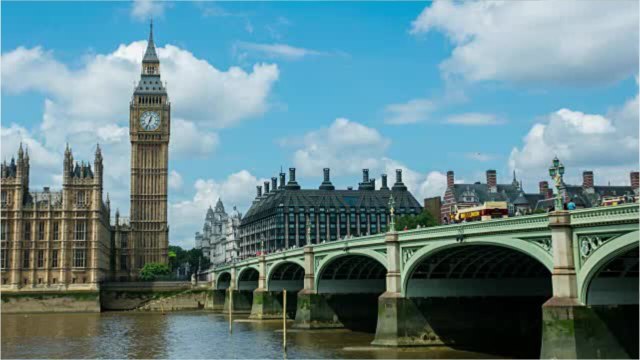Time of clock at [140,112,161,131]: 12:33
